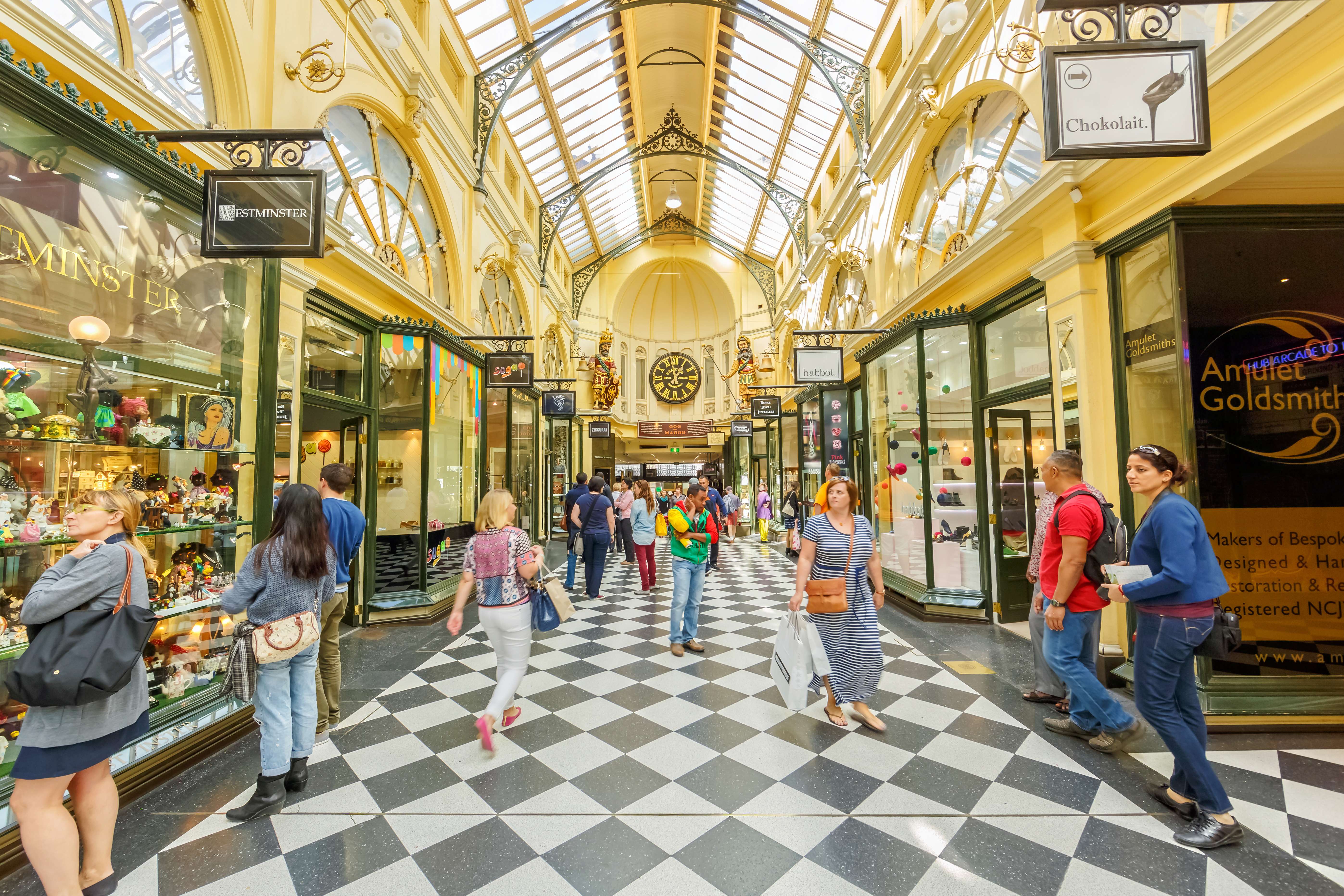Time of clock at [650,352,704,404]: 12:57
